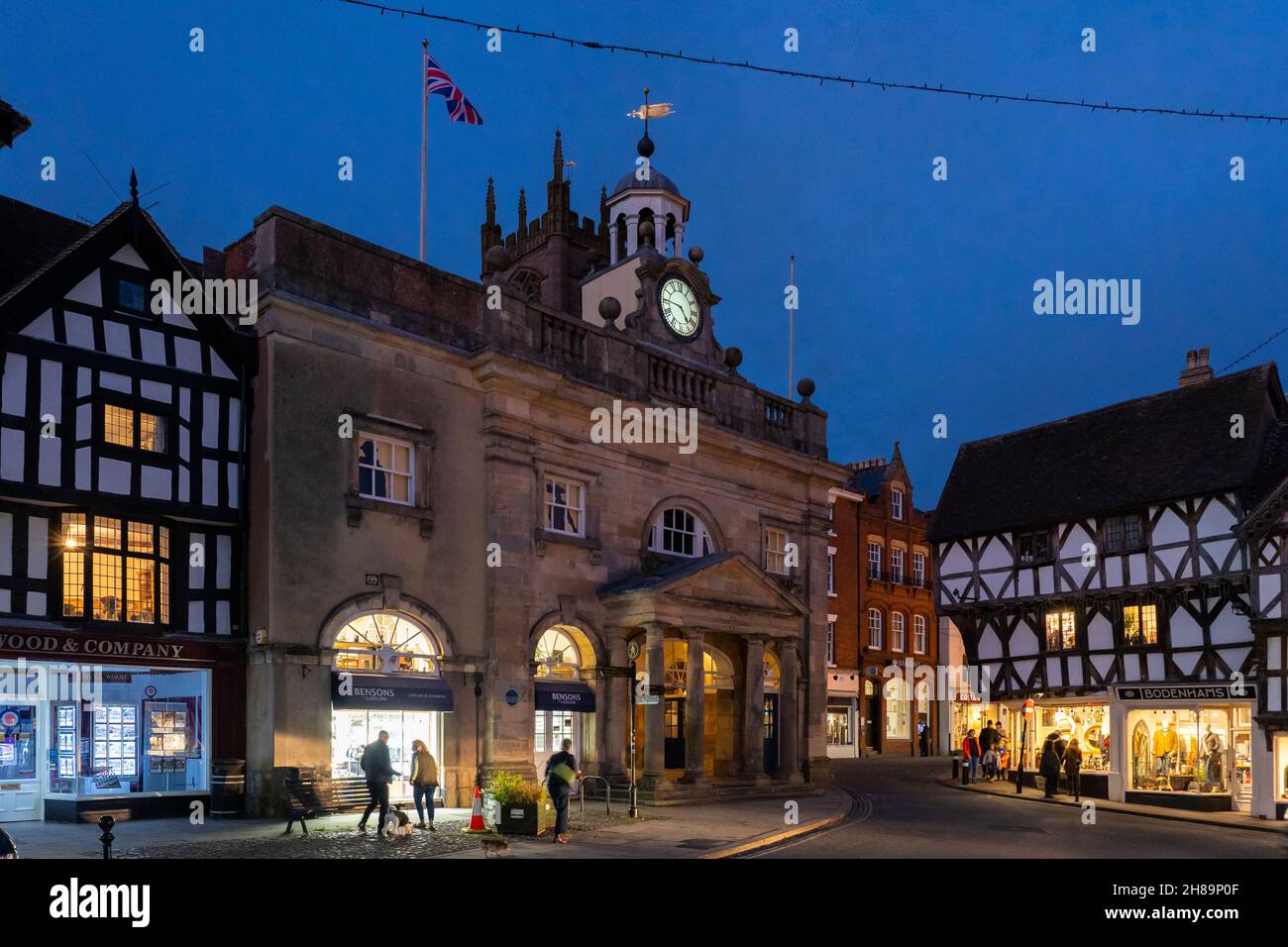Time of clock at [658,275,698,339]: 4:45
